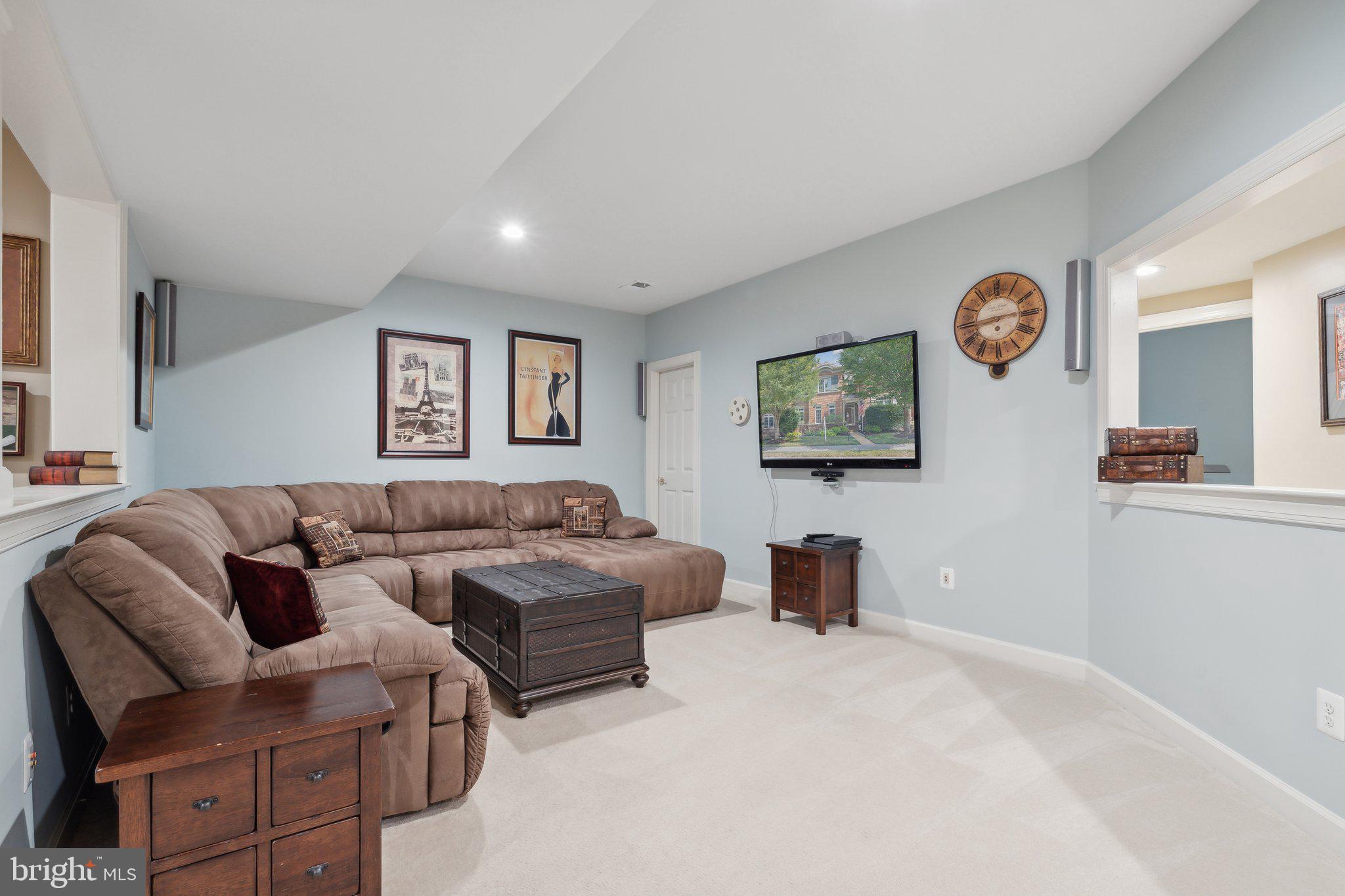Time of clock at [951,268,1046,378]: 8:44
